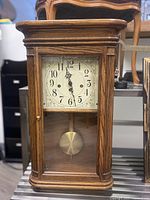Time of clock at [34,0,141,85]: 11:27
